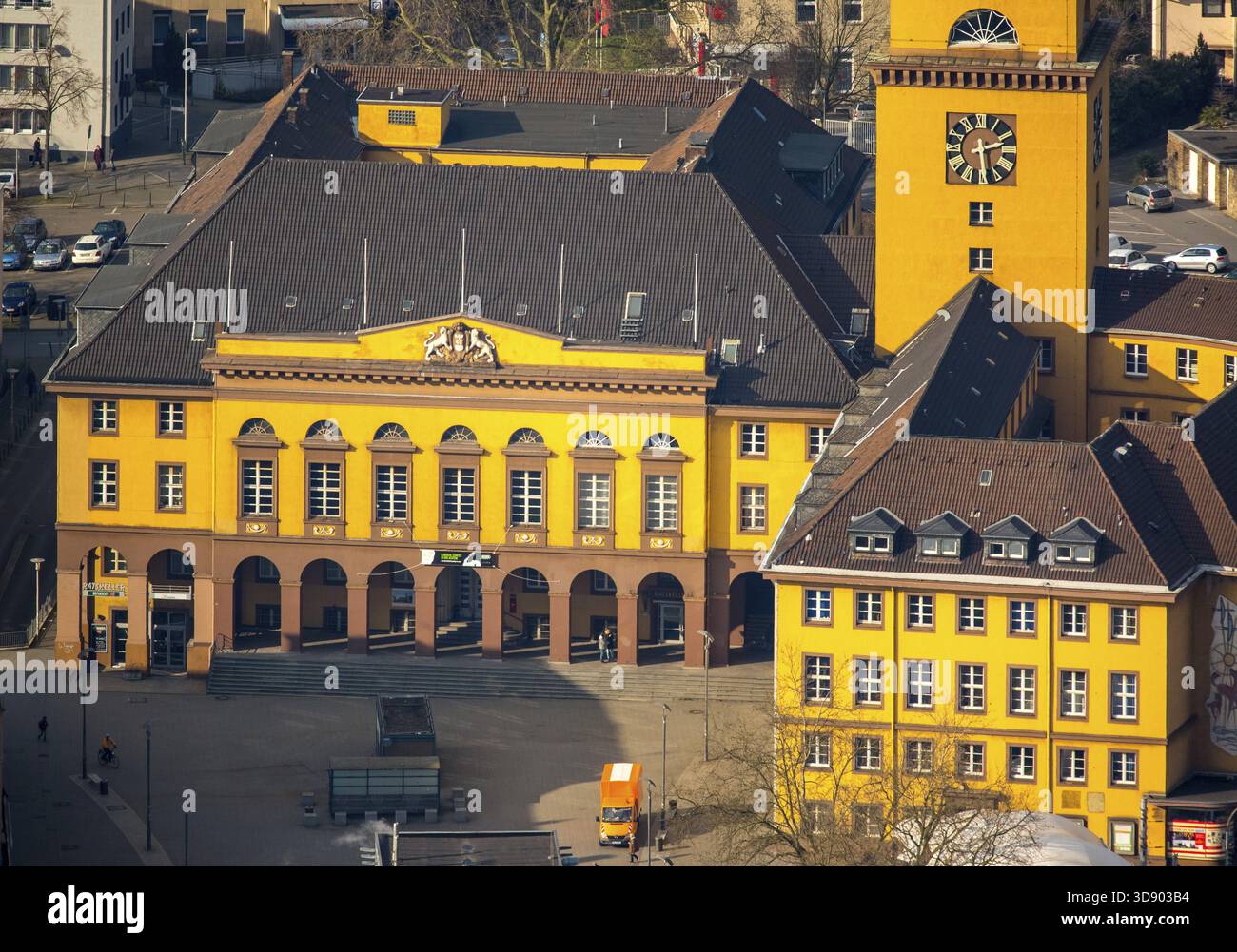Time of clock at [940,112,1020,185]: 2:29
